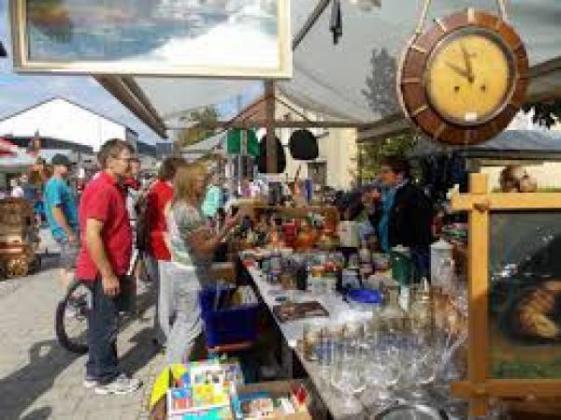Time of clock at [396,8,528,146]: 9:57
